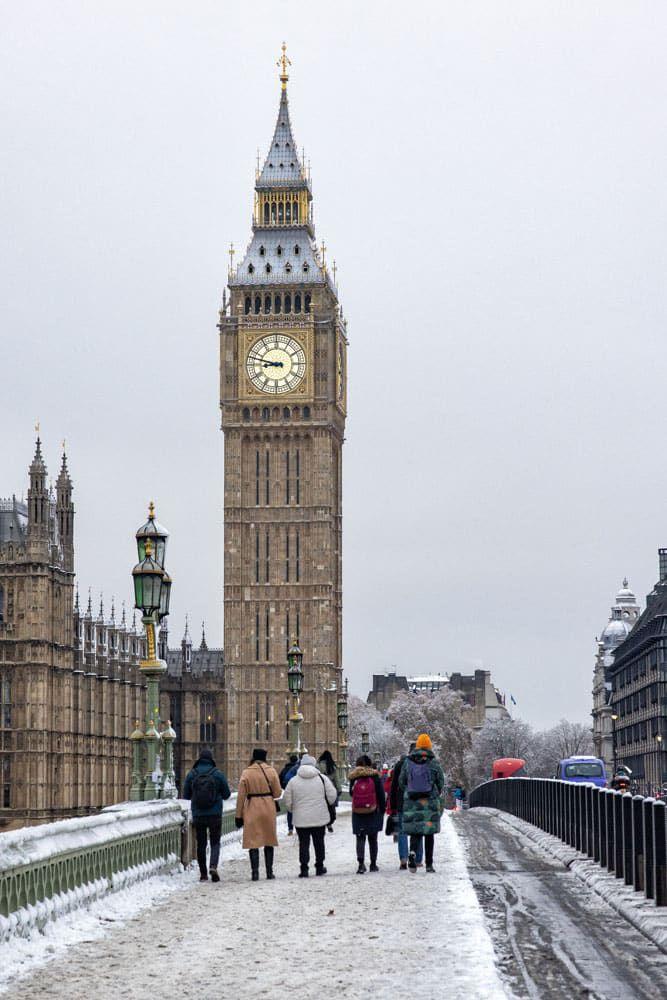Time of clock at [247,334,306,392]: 8:47
